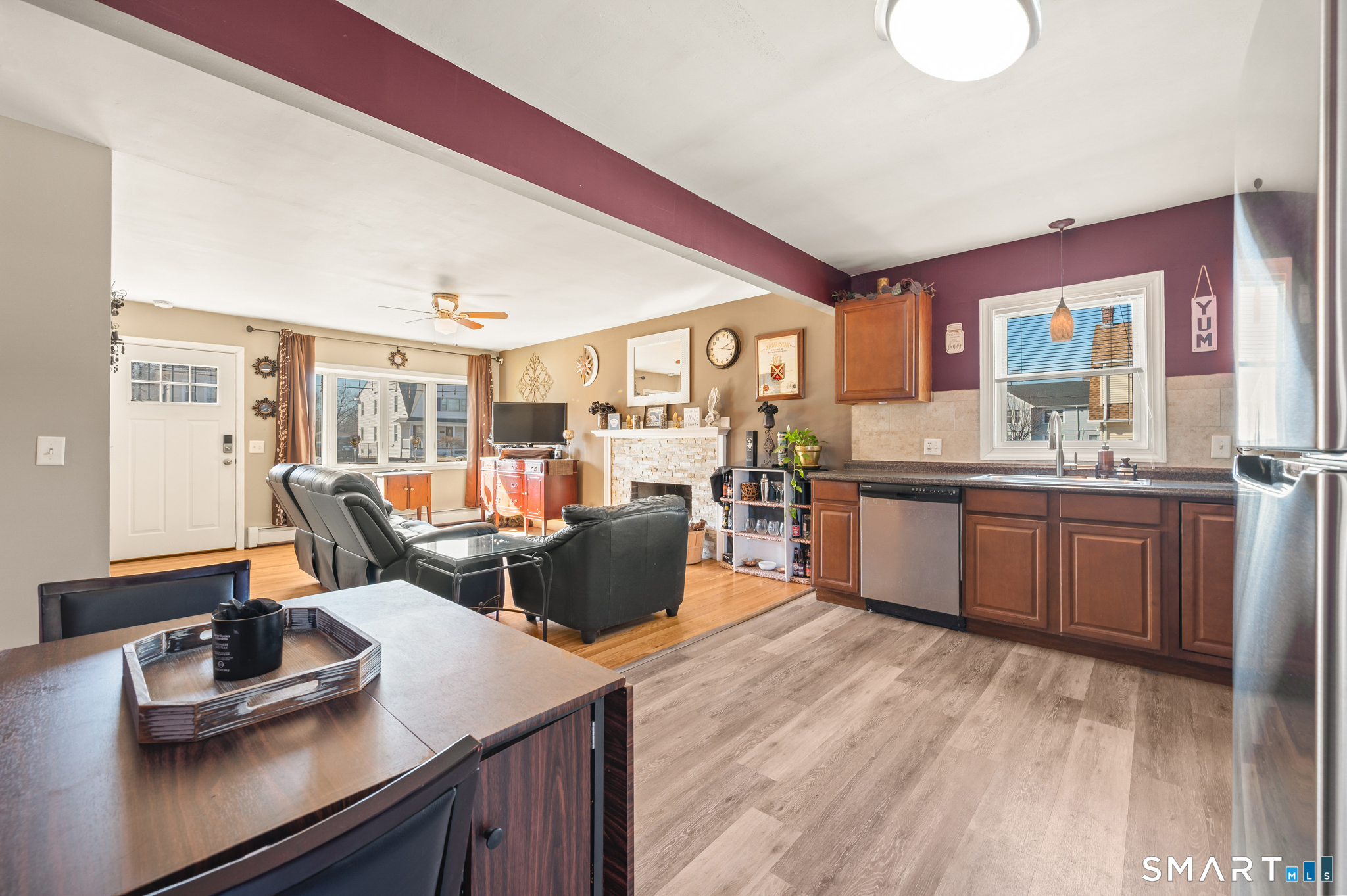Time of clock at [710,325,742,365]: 2:17
